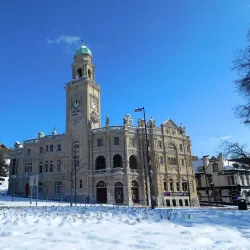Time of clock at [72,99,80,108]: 12:07
